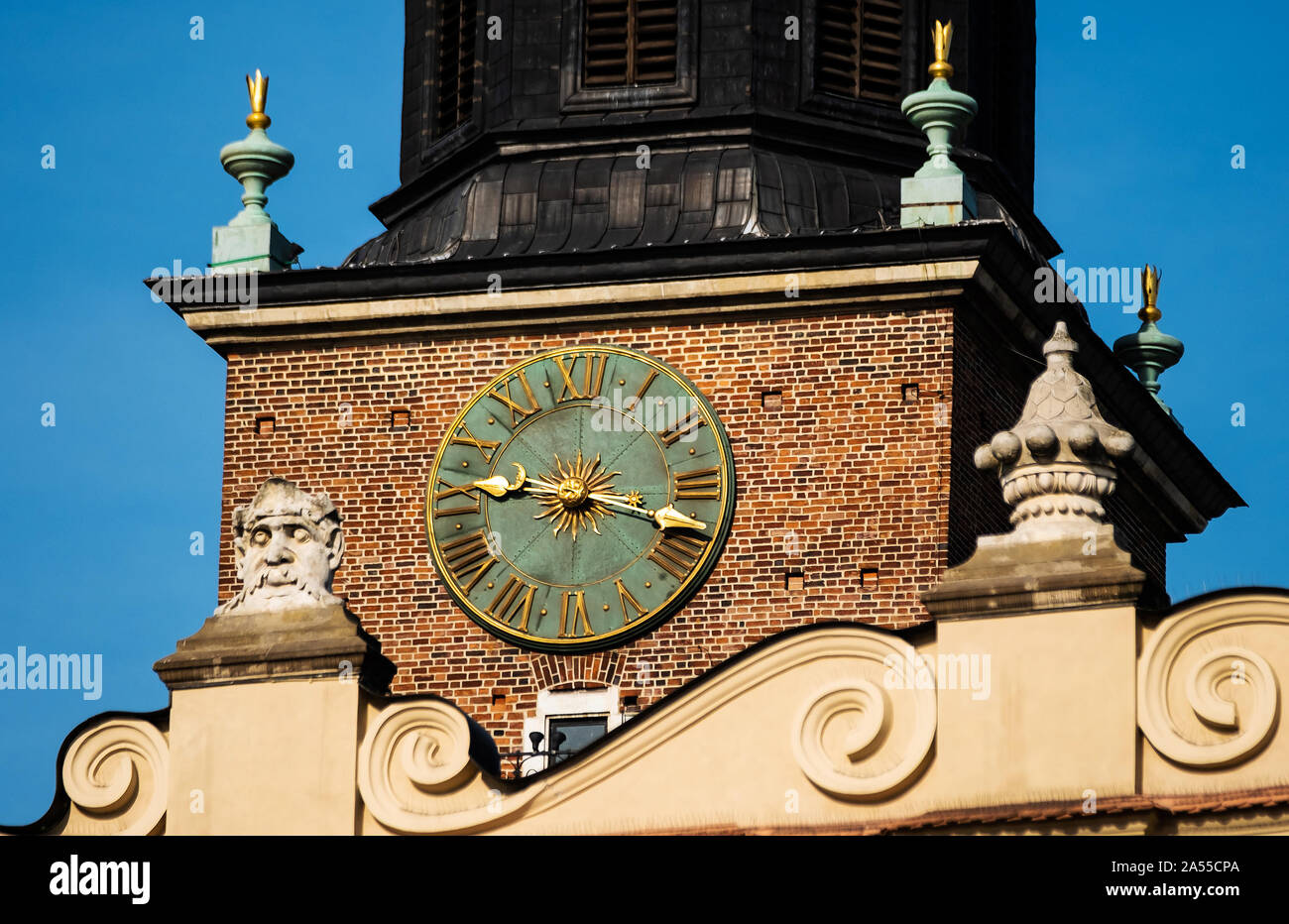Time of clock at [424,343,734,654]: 9:17
